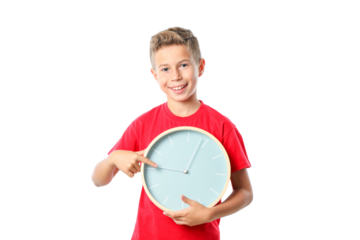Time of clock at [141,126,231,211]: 9:03
